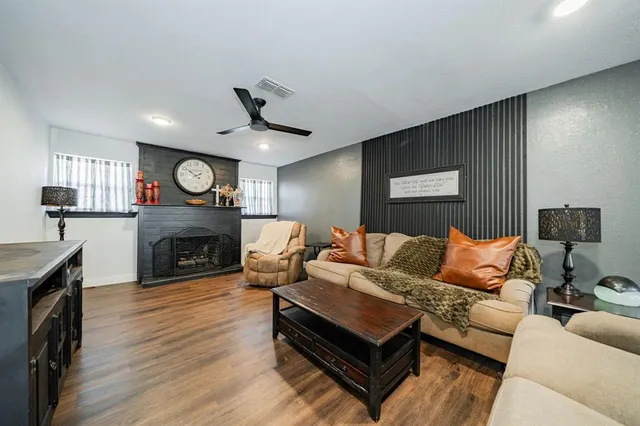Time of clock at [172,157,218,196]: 1:50
